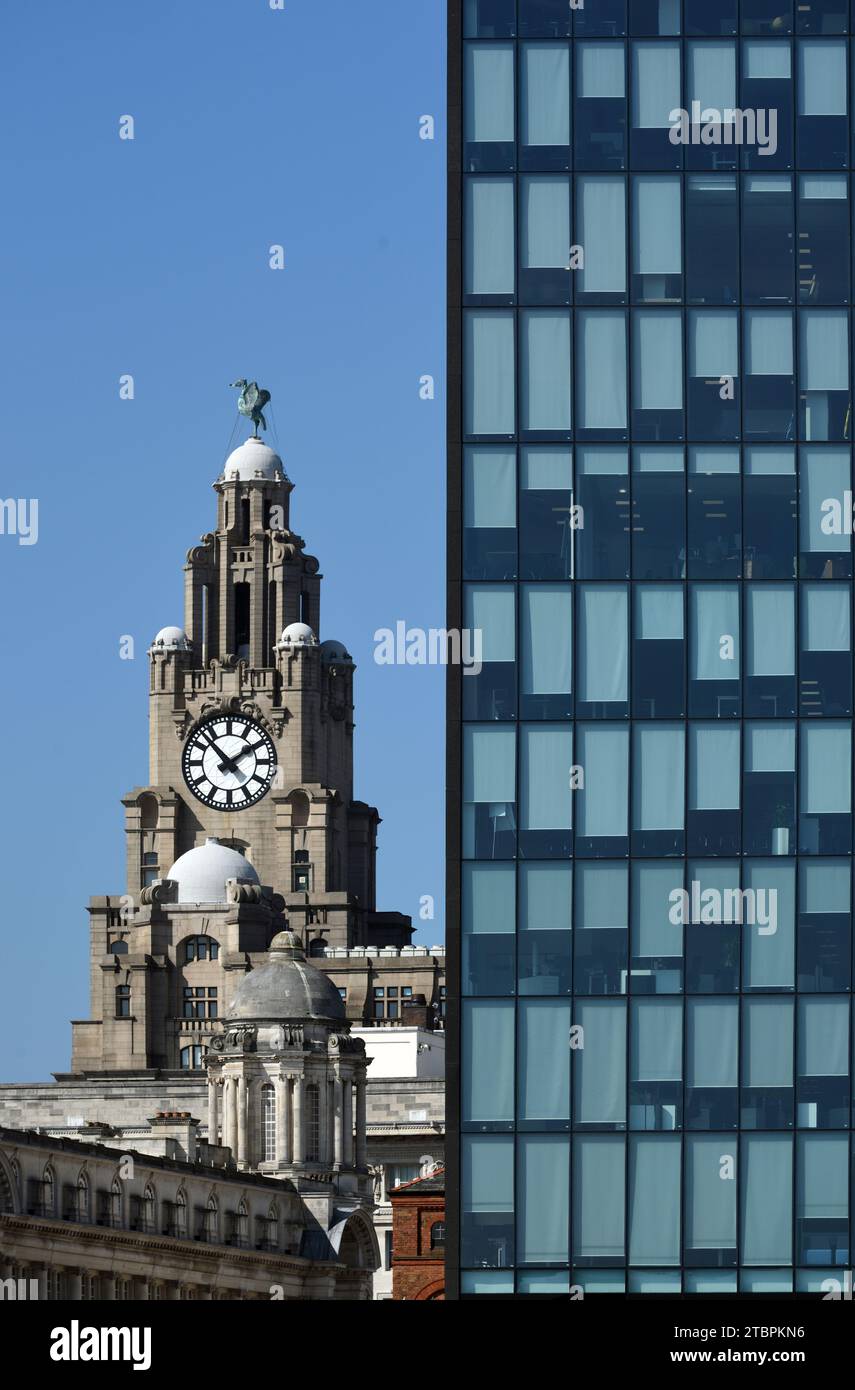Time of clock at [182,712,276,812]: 1:52
